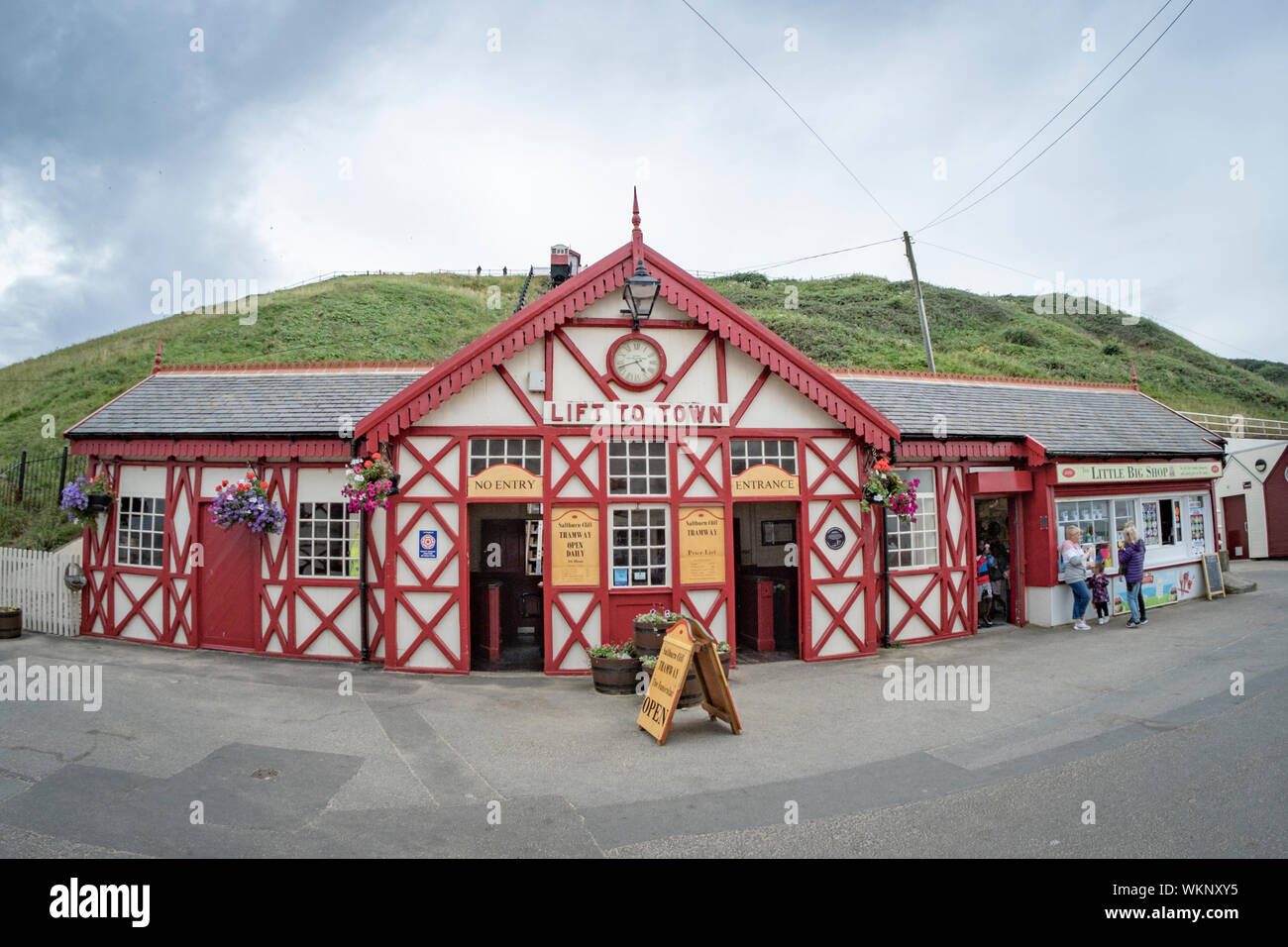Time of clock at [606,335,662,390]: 4:42
